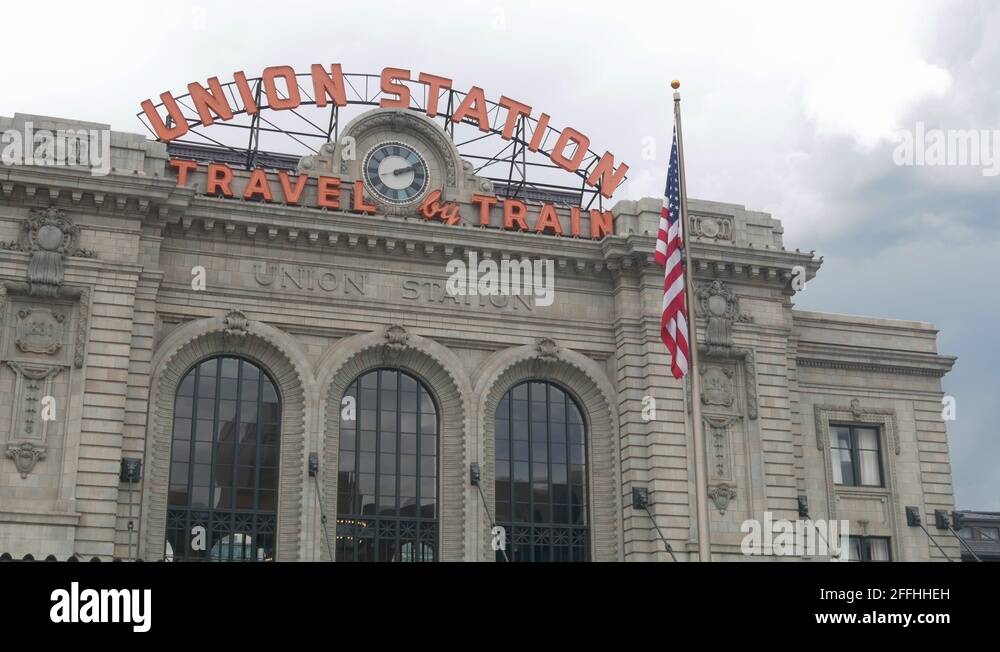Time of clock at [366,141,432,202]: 2:12
